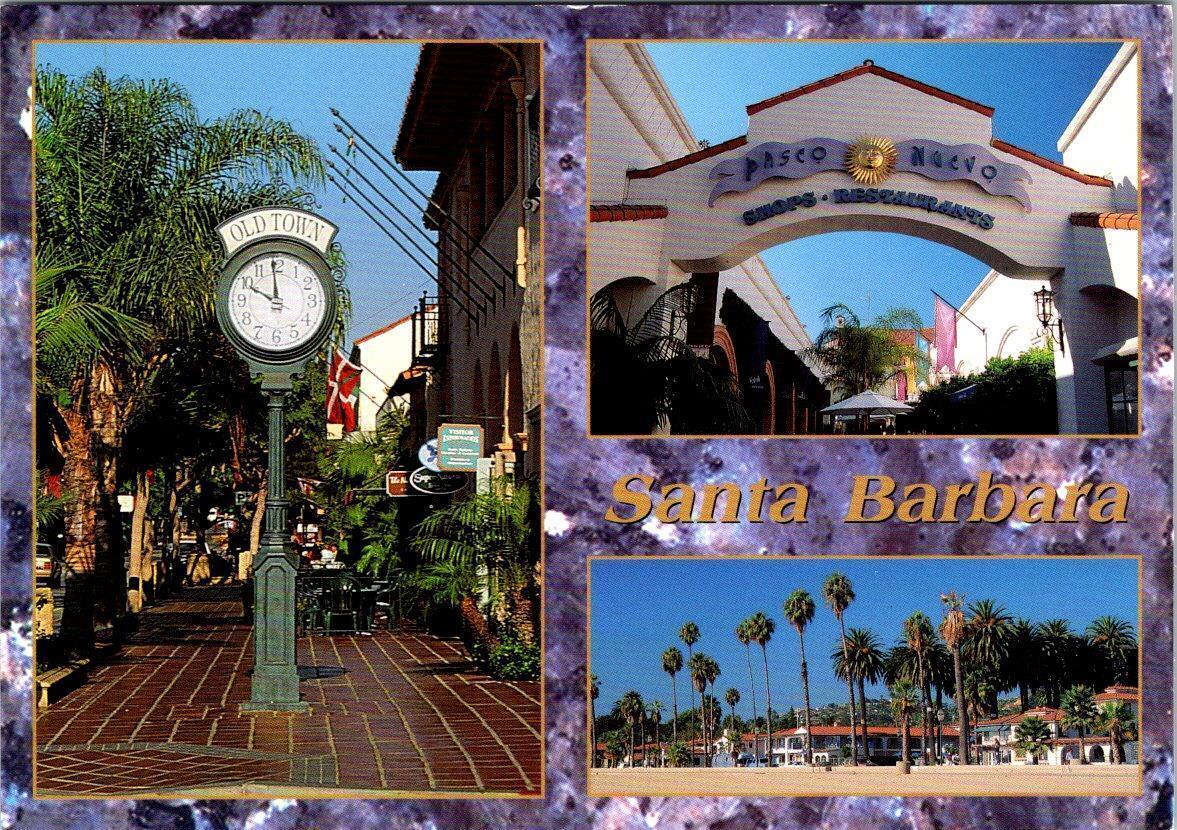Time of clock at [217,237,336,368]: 9:59
